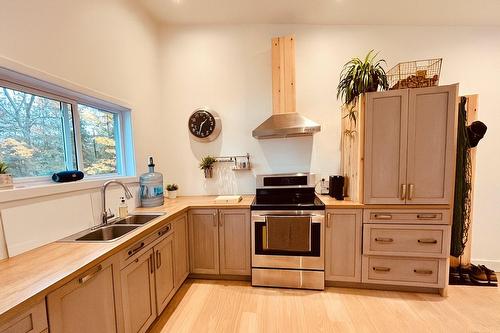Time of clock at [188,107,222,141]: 1:32
